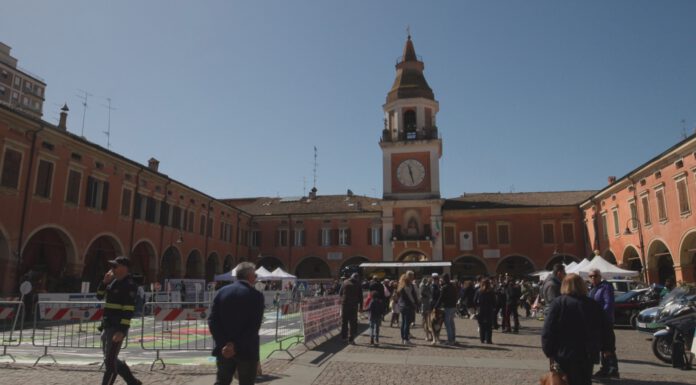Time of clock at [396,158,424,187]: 11:27
